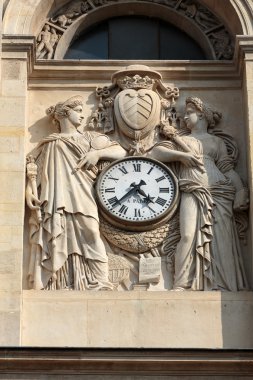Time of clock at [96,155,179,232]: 4:37
